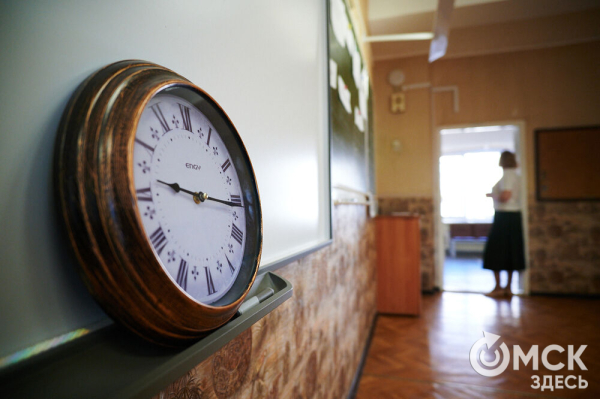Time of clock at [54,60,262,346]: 9:15
